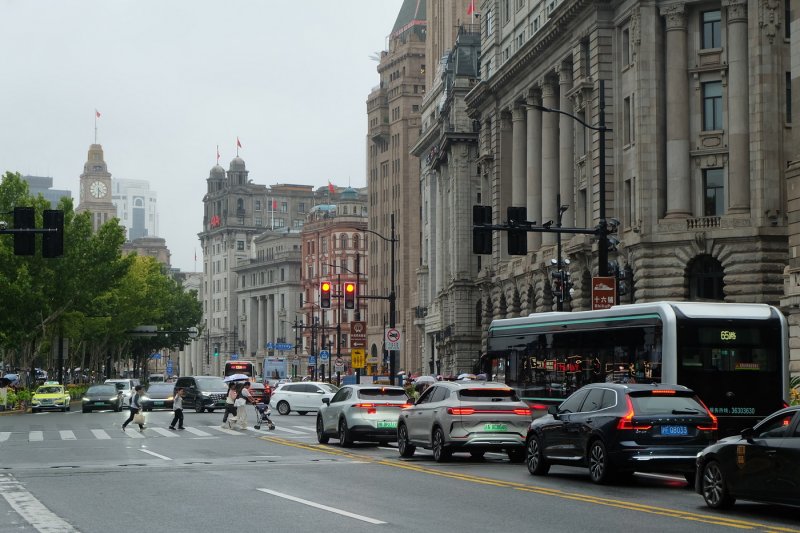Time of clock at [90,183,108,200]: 4:30
